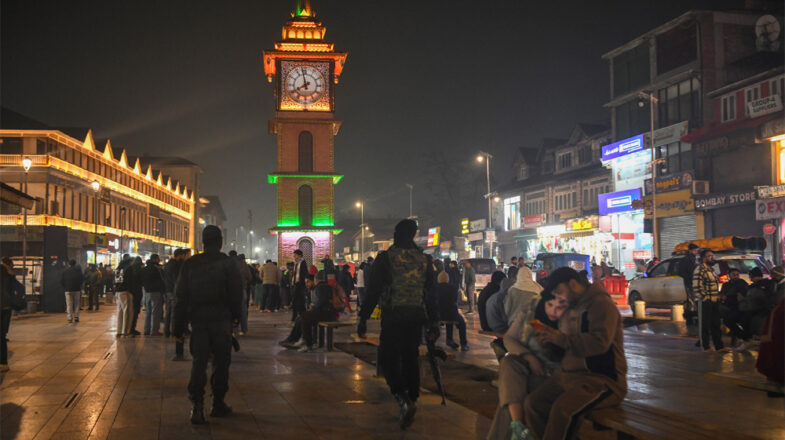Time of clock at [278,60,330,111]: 7:58
